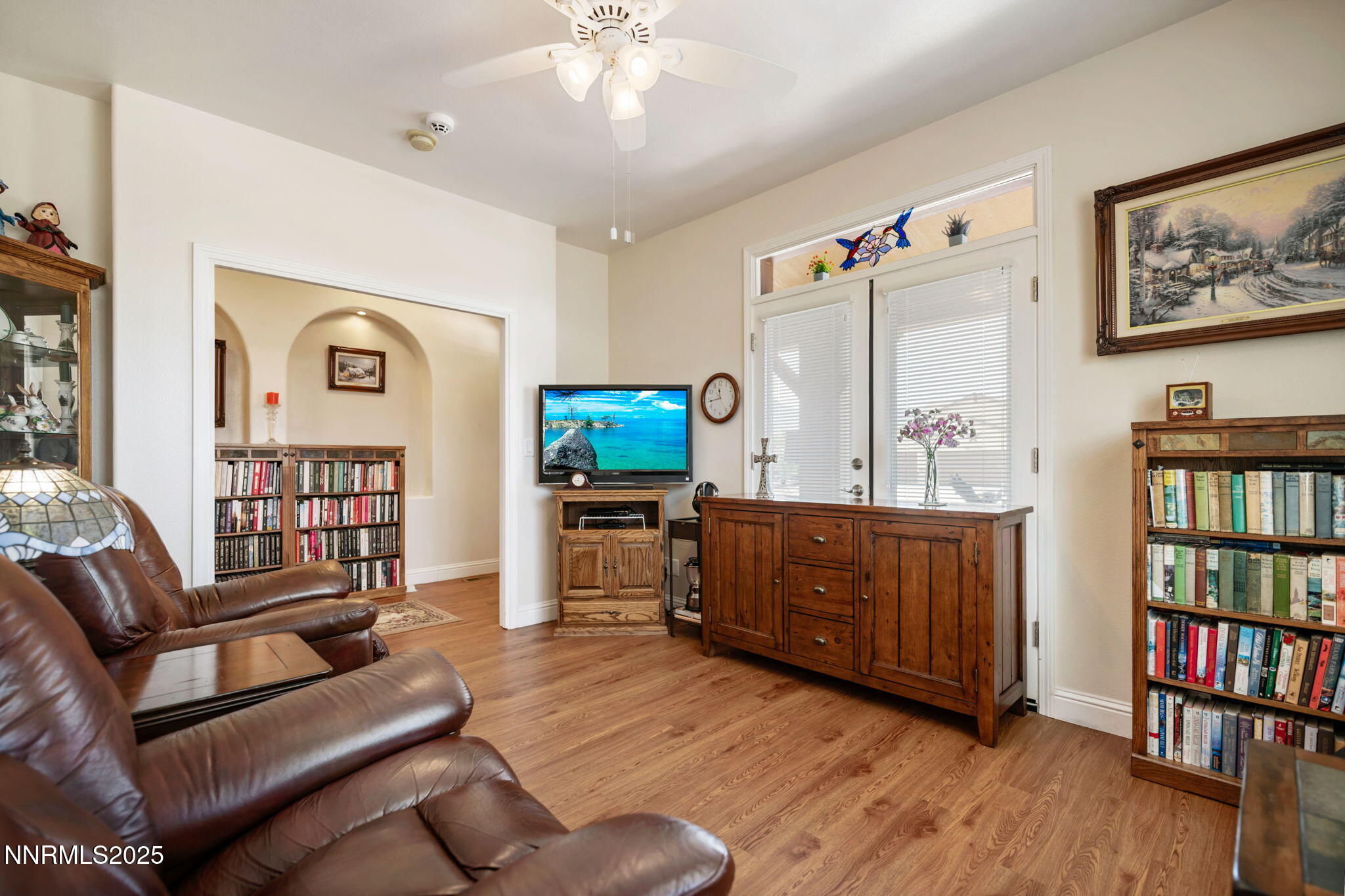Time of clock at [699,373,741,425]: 11:43
